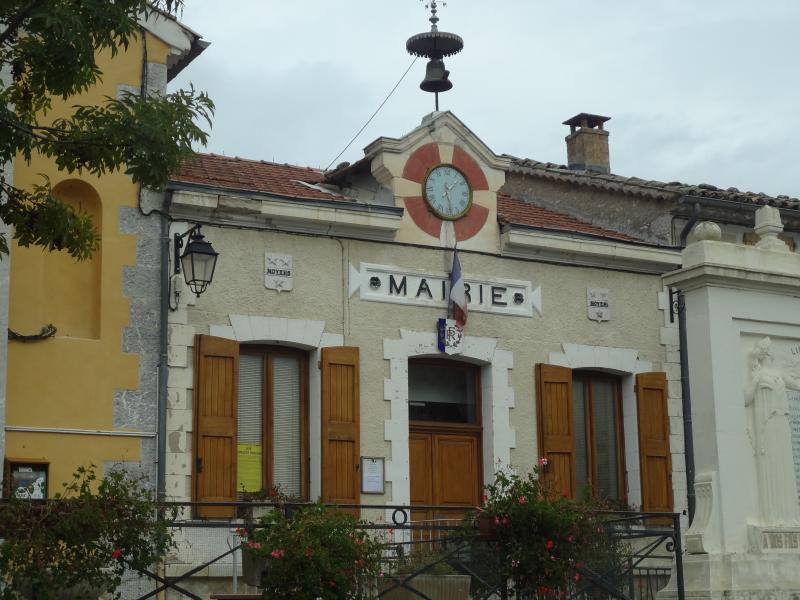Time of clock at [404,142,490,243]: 1:28
